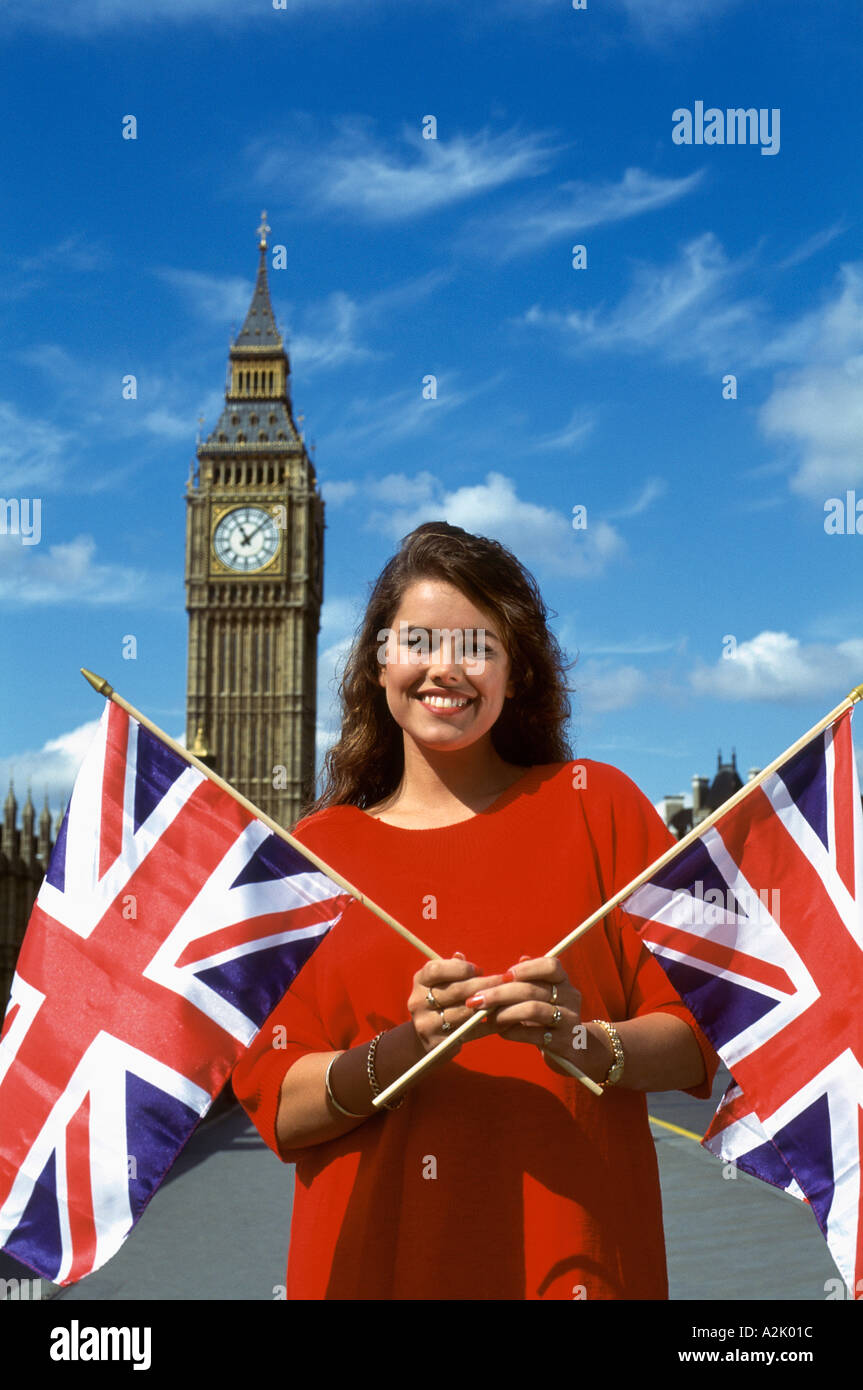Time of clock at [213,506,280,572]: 11:07
